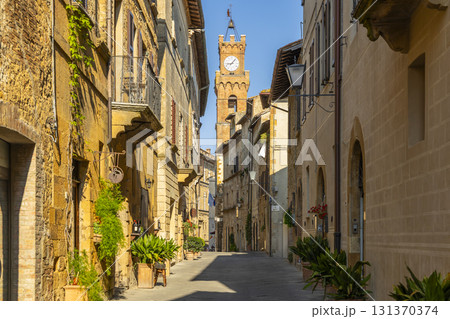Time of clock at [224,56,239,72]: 9:07
